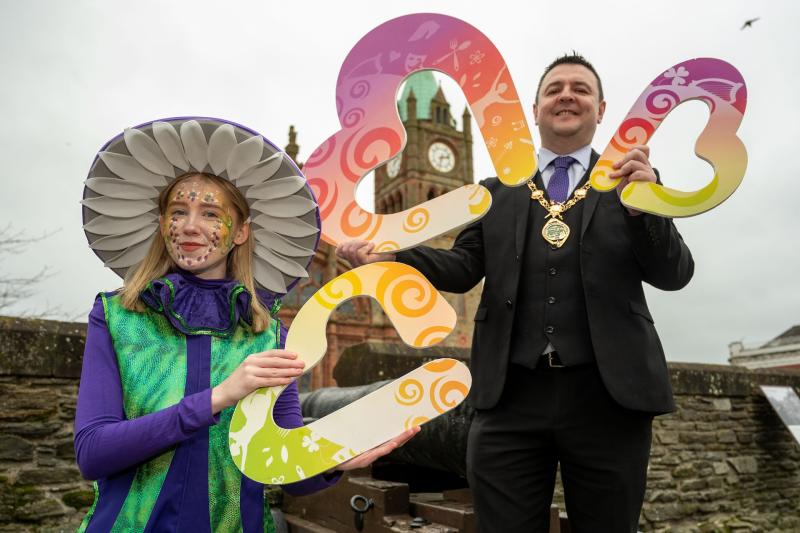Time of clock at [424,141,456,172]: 2:32
